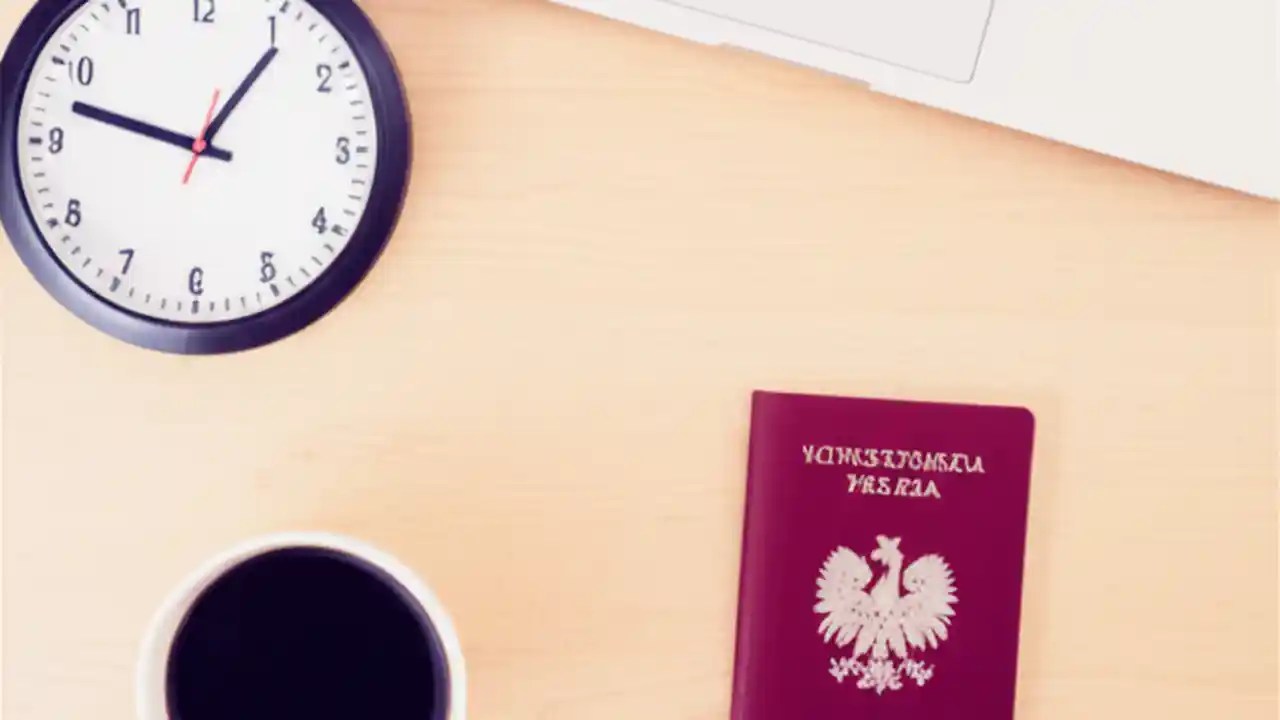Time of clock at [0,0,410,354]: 12:47
